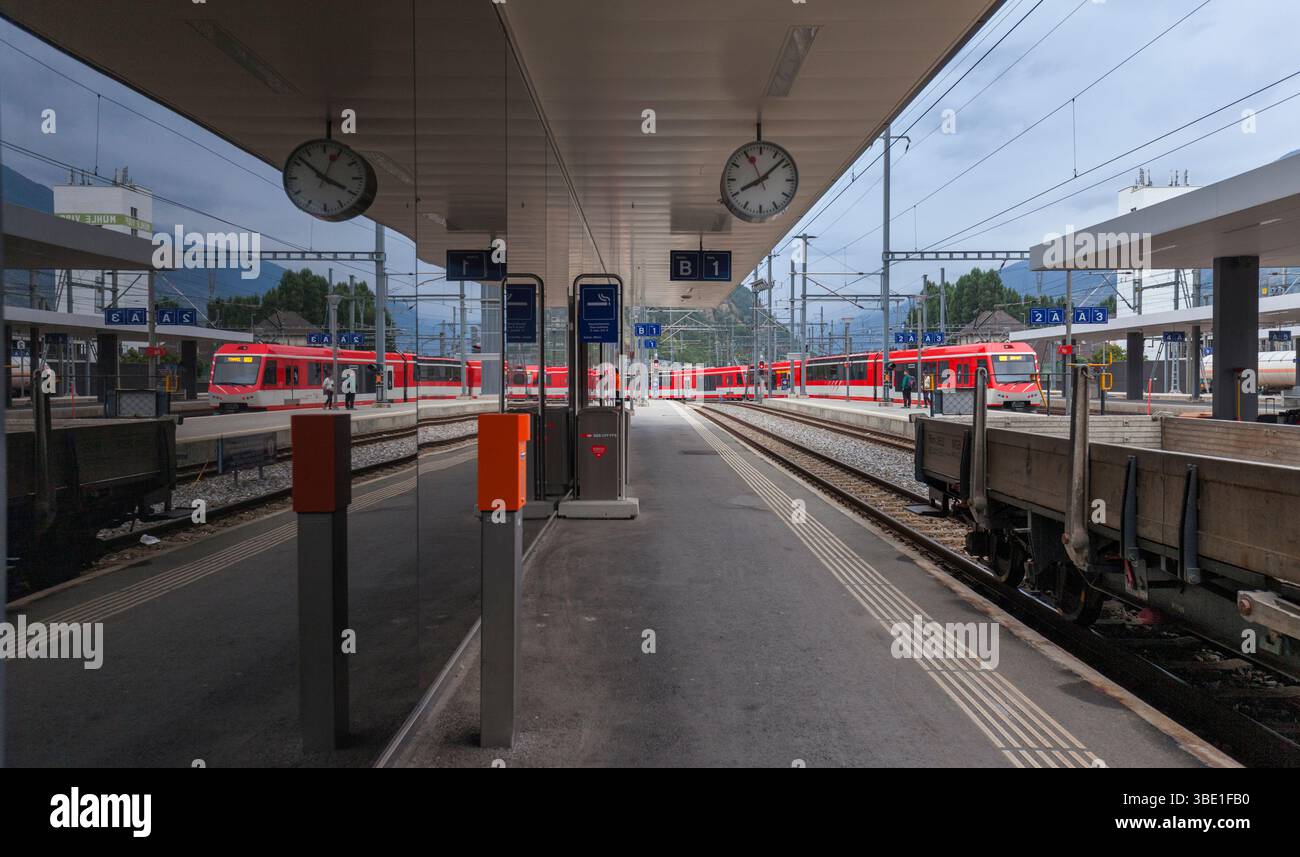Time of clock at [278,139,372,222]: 3:52
